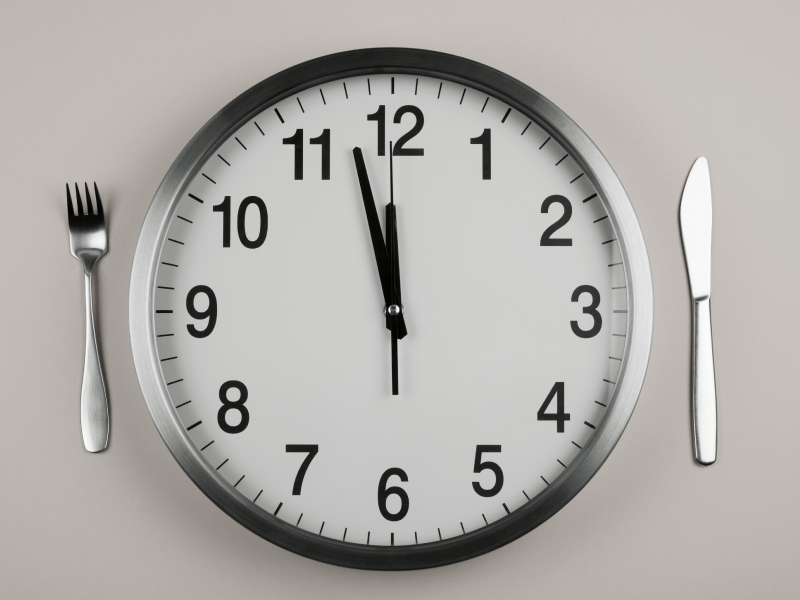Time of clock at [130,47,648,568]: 11:57
